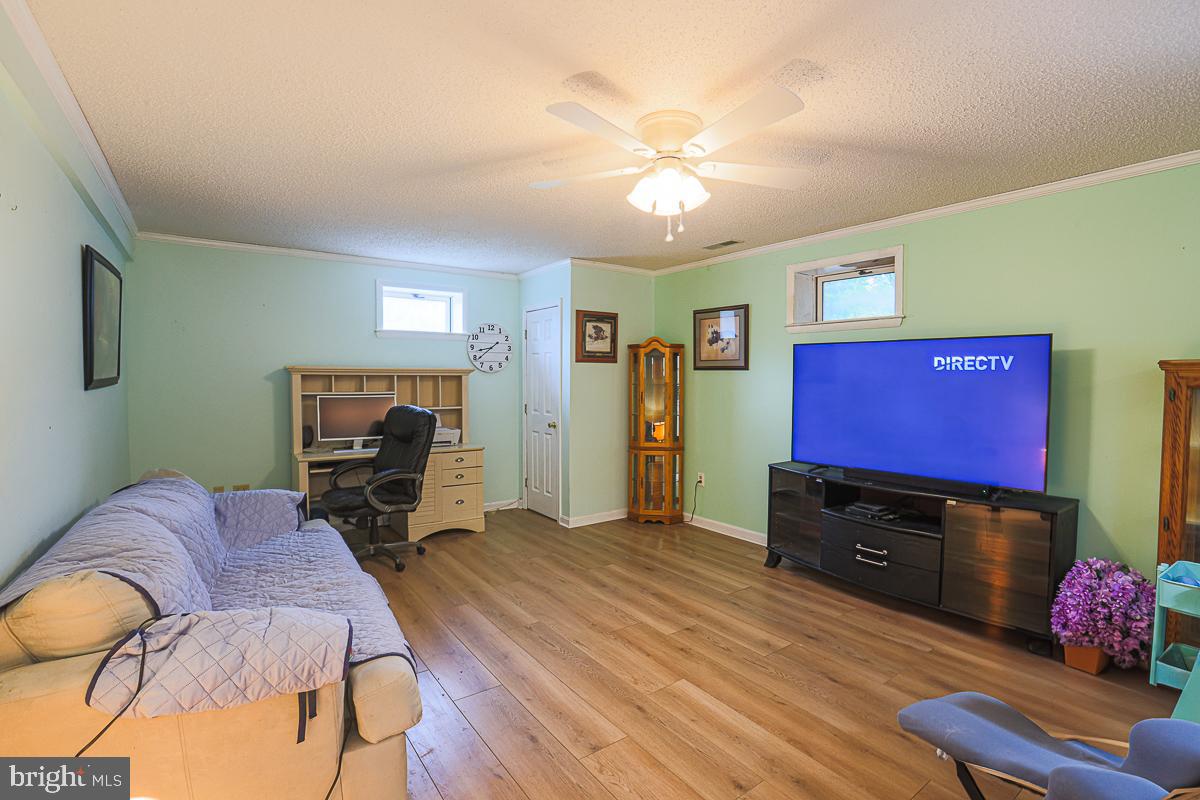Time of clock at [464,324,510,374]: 8:38
